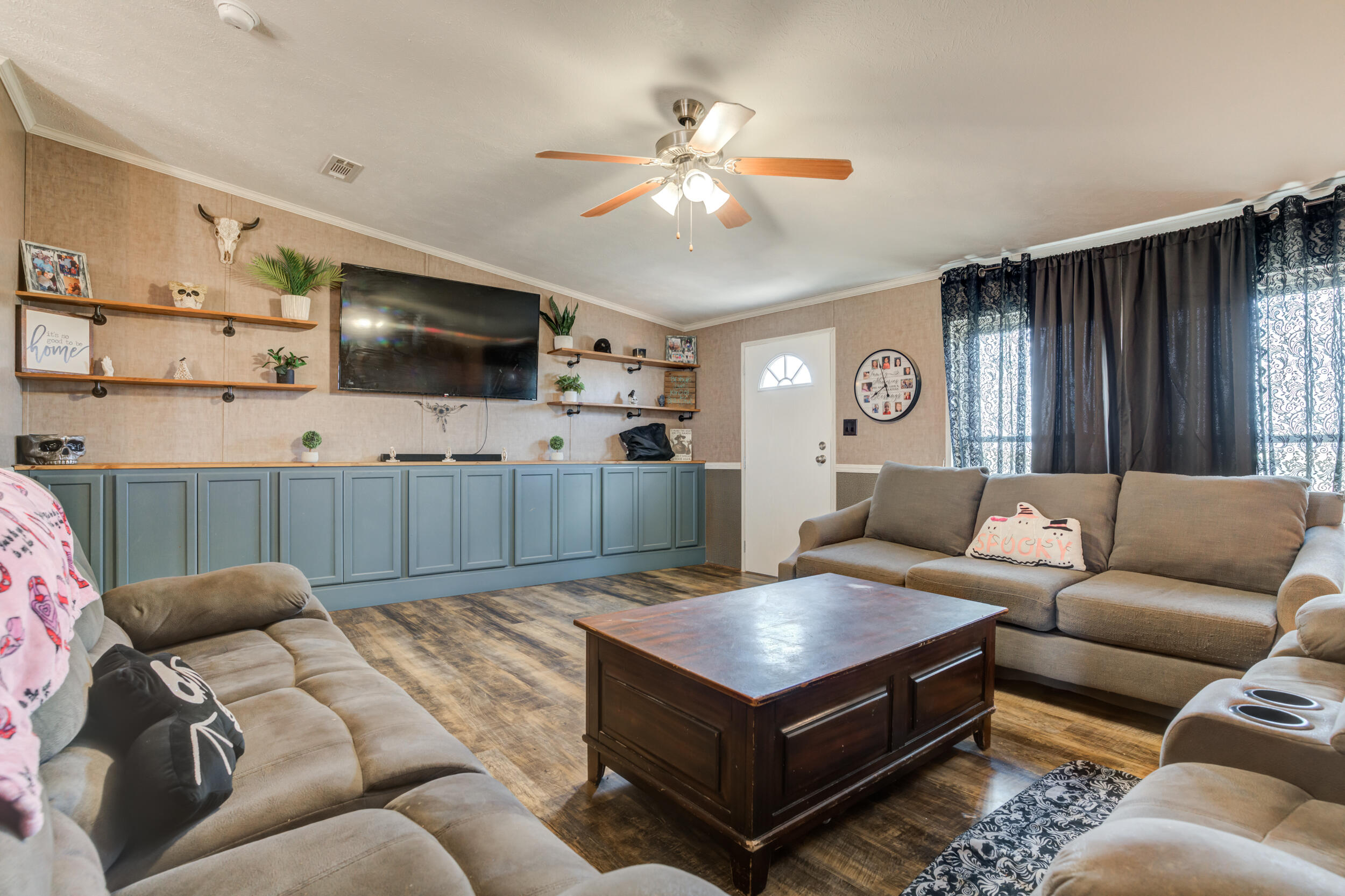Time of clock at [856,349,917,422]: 7:57
